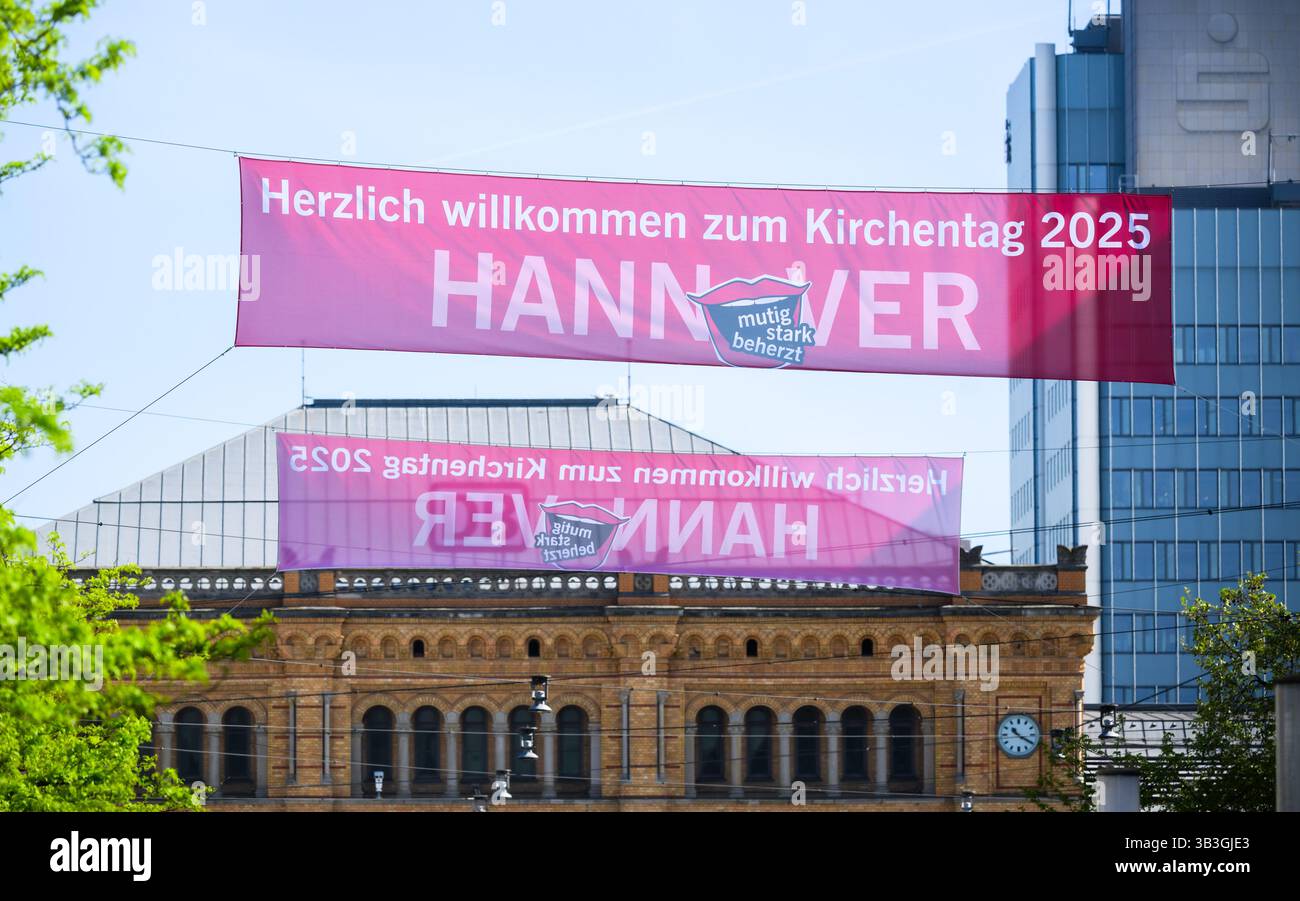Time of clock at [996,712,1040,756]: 10:20
